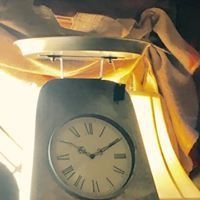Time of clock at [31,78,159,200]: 10:10
